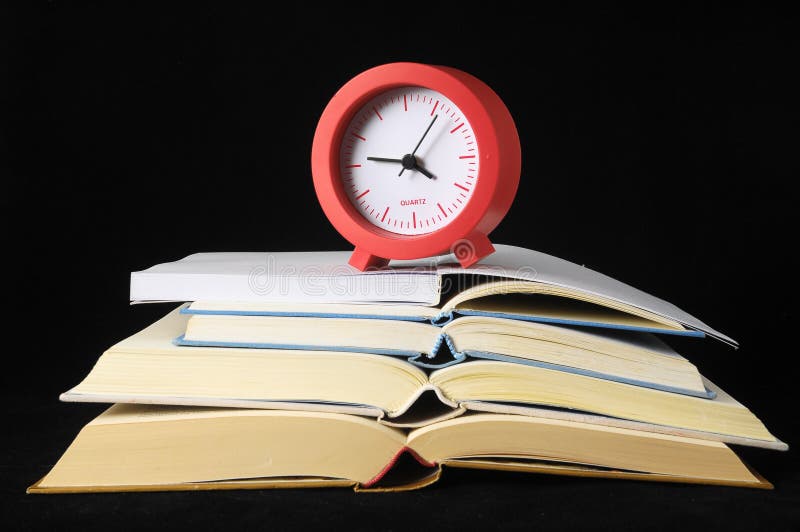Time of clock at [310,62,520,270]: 4:06
